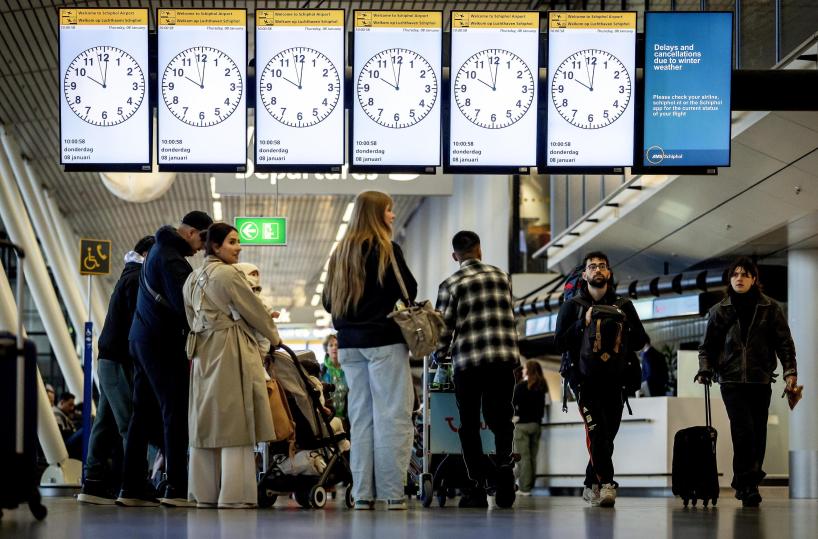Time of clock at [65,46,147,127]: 10:00
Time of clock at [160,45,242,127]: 10:00
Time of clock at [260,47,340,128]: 10:00
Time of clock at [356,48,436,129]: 10:00
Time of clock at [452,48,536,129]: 10:00
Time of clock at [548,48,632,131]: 10:00
